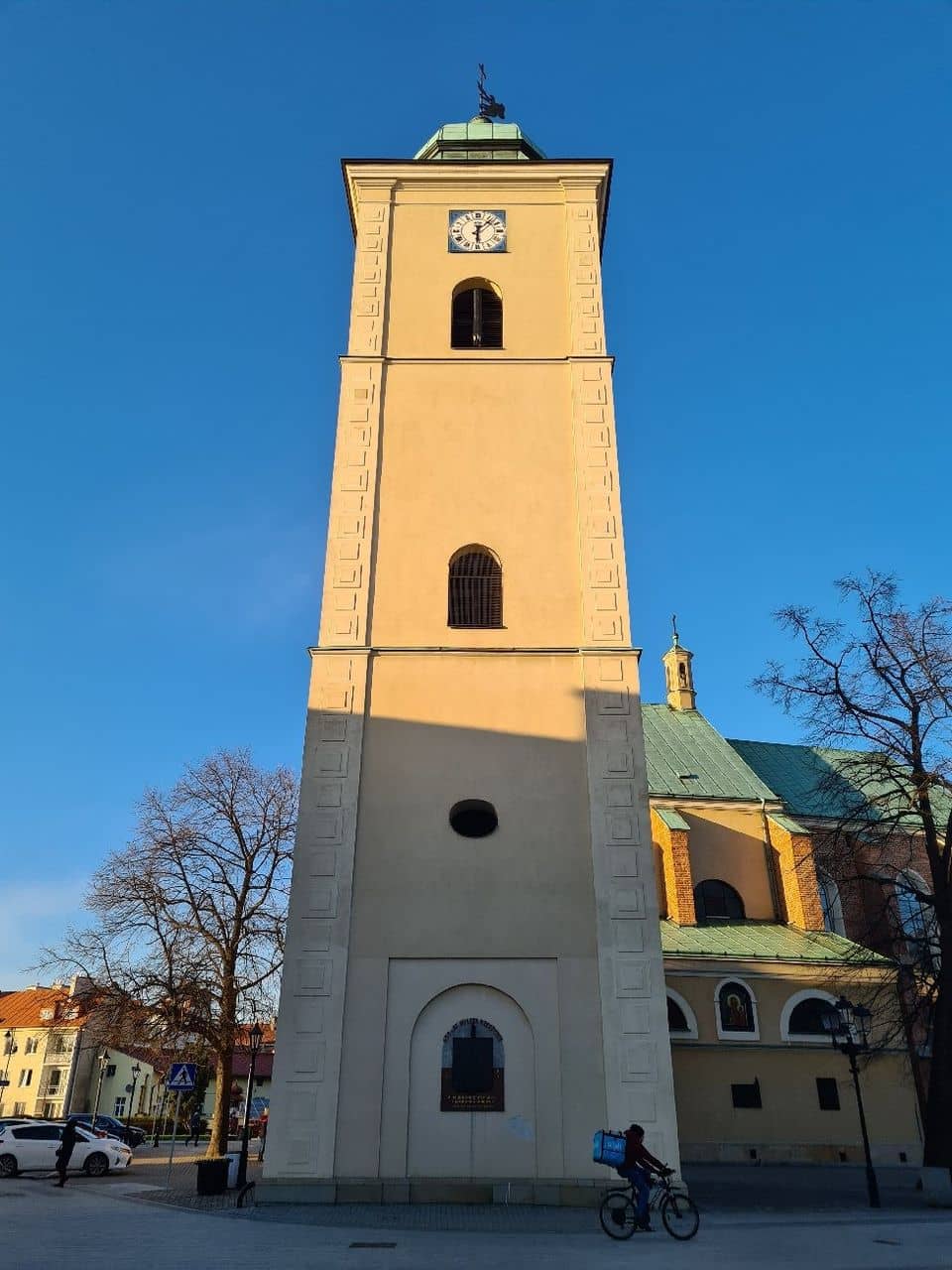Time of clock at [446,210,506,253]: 6:07
